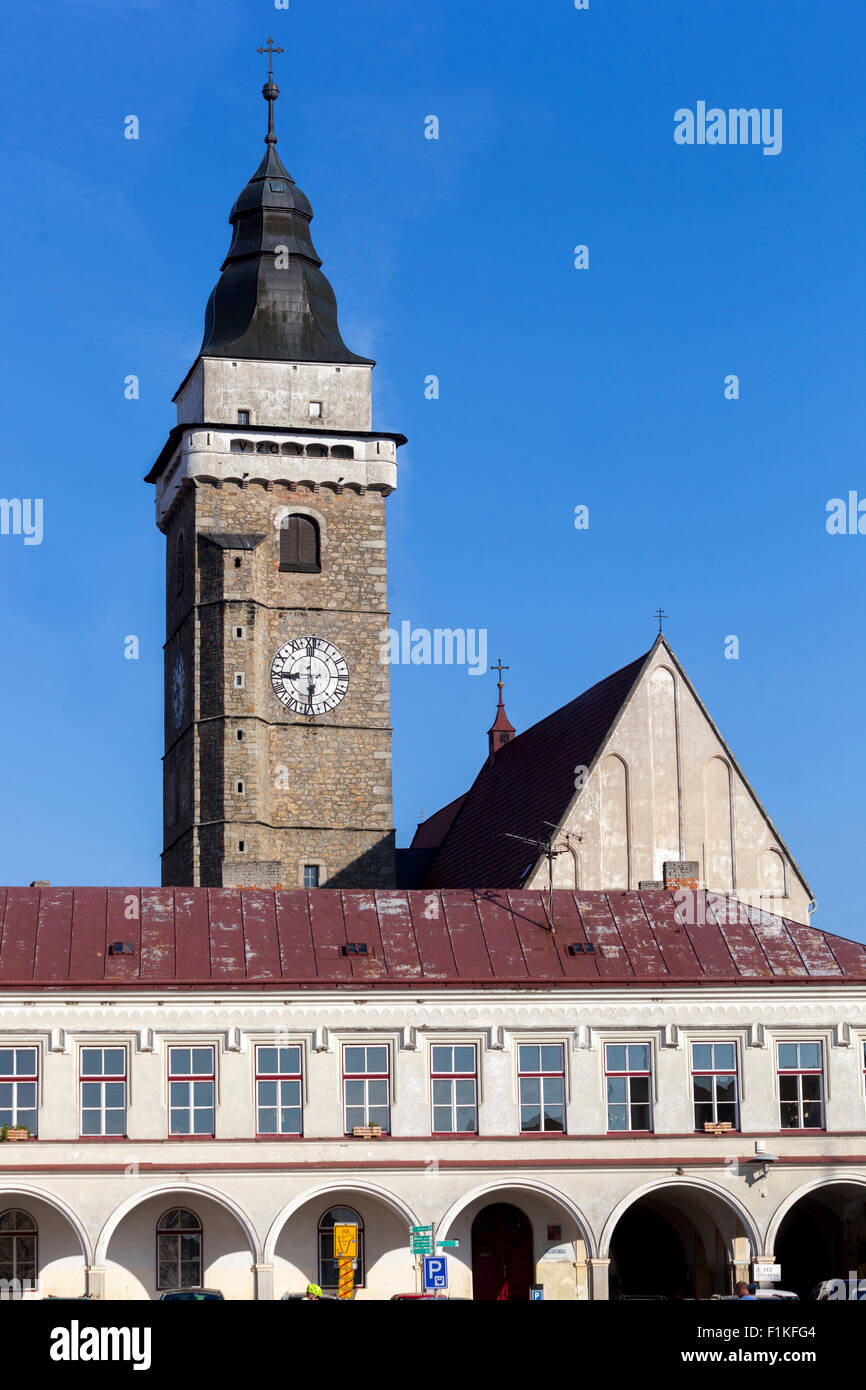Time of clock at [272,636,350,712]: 5:59
